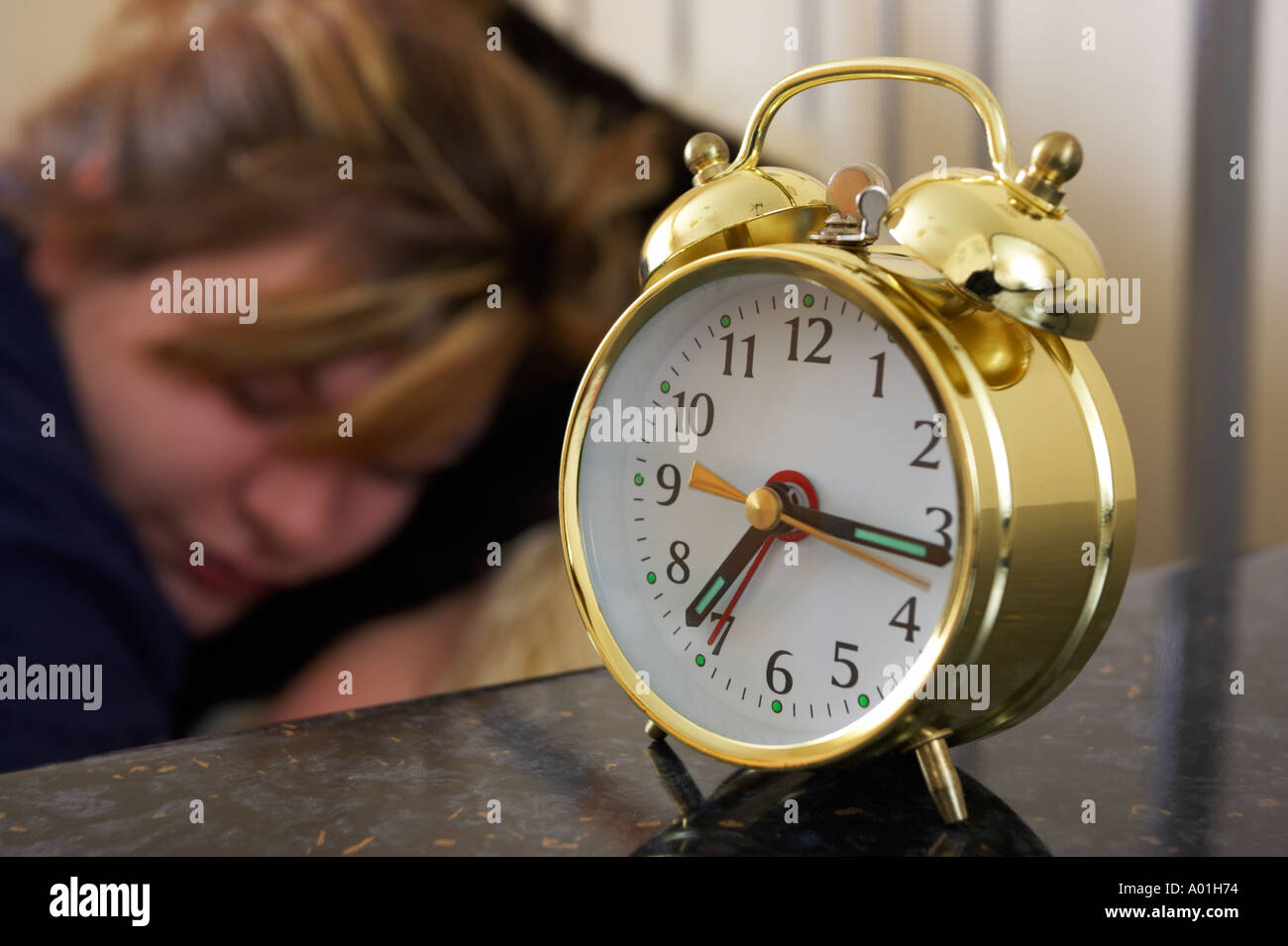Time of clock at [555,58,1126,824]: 7:16
